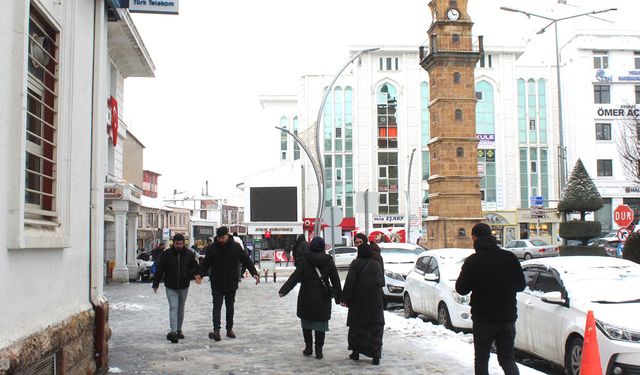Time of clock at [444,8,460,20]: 2:56
